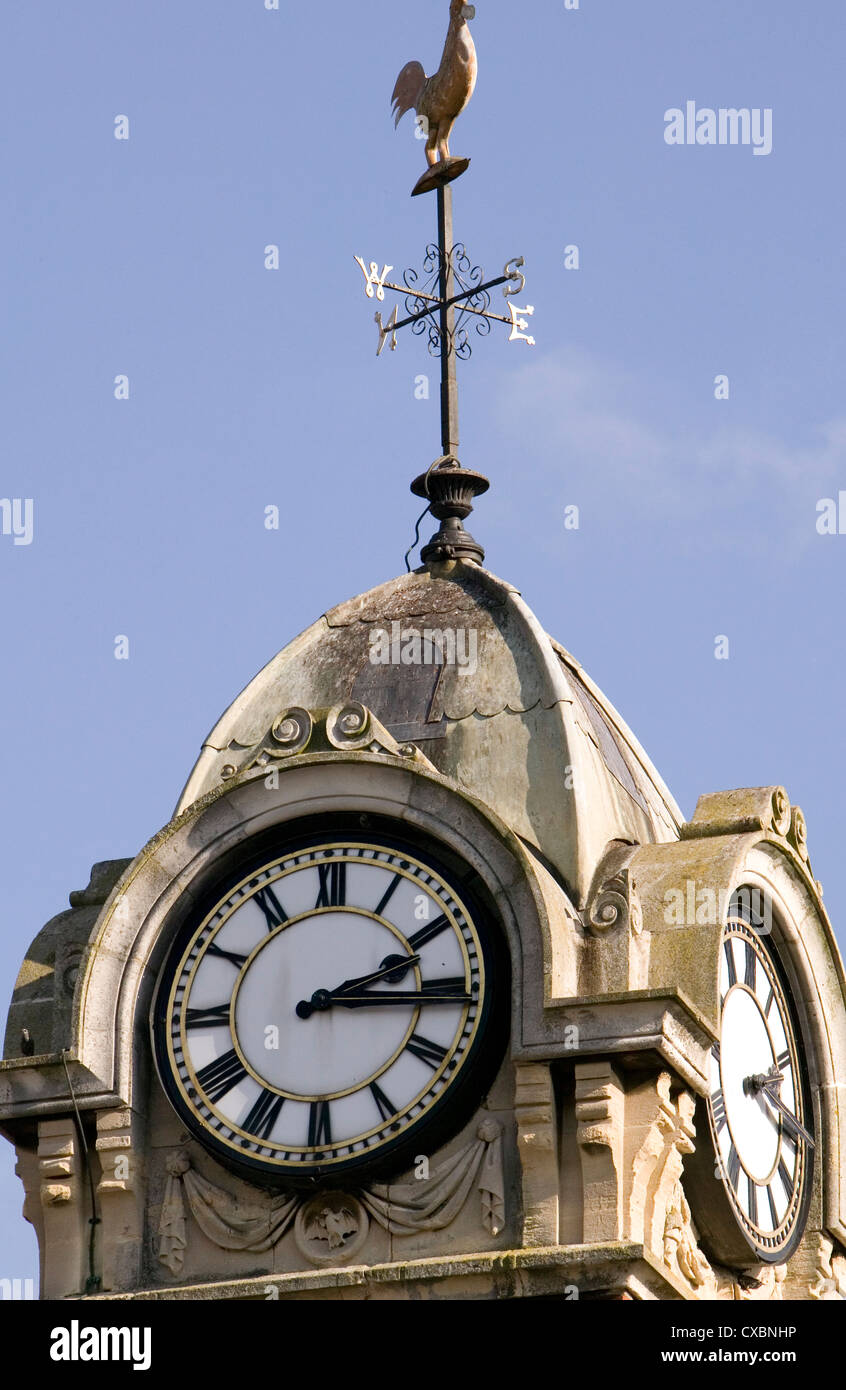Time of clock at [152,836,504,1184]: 2:15
